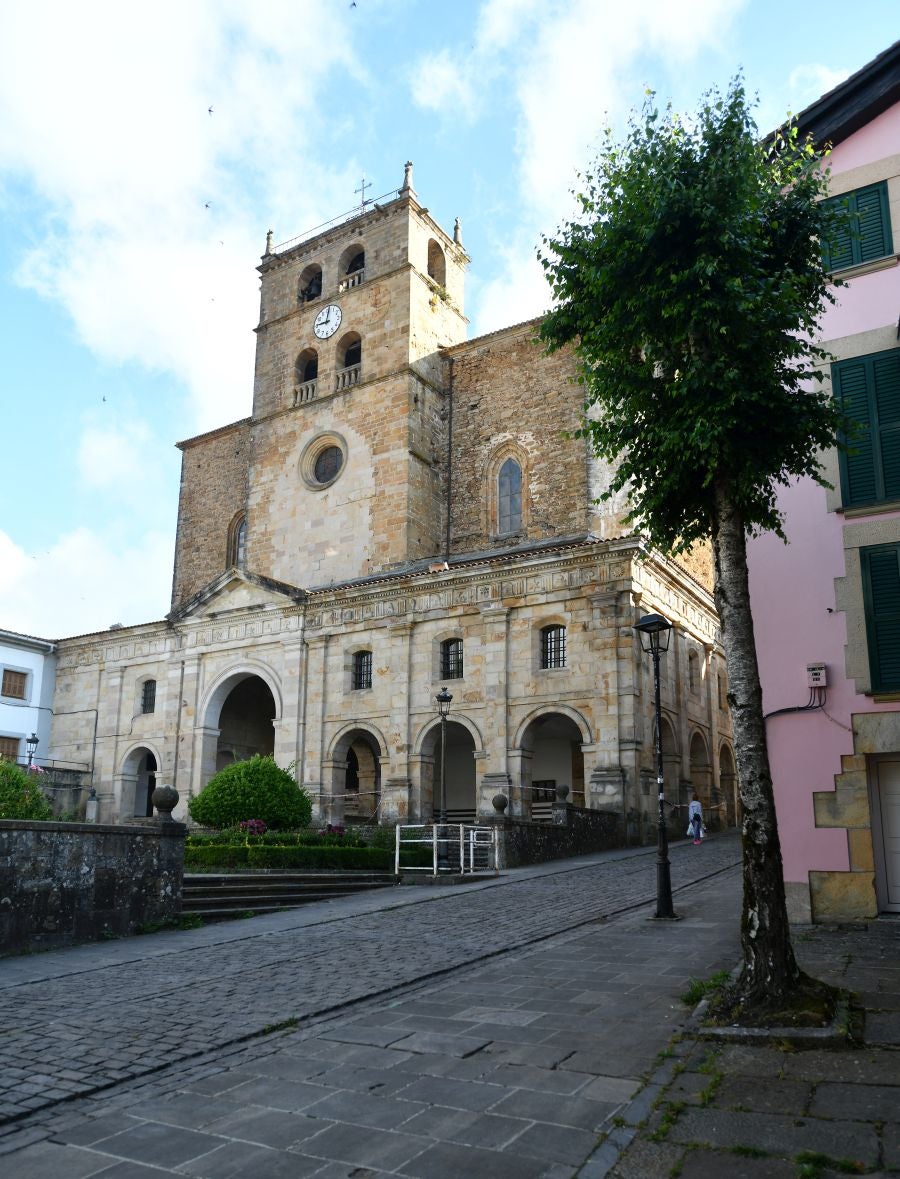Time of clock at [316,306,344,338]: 9:01
